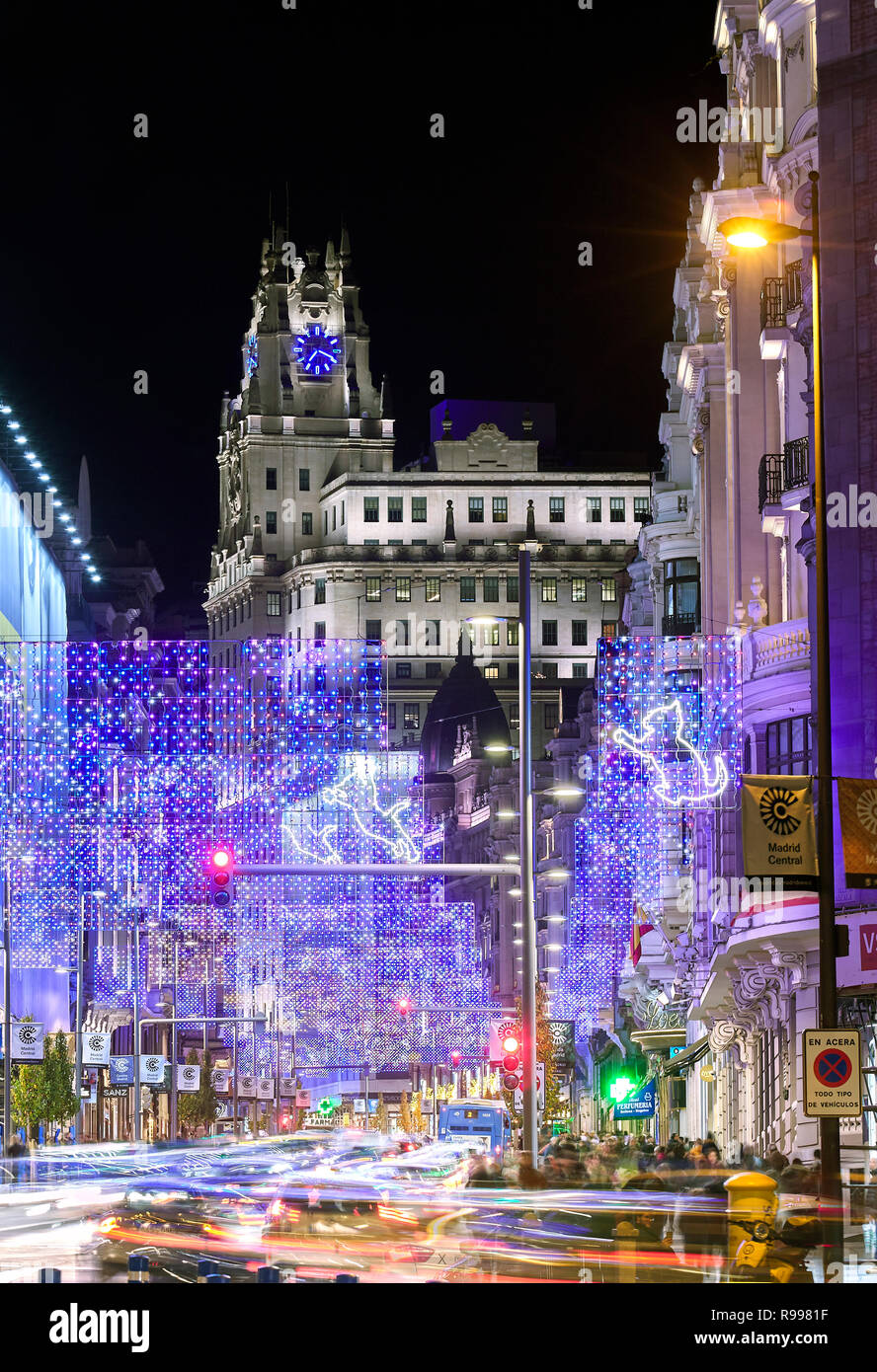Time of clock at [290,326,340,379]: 7:18
